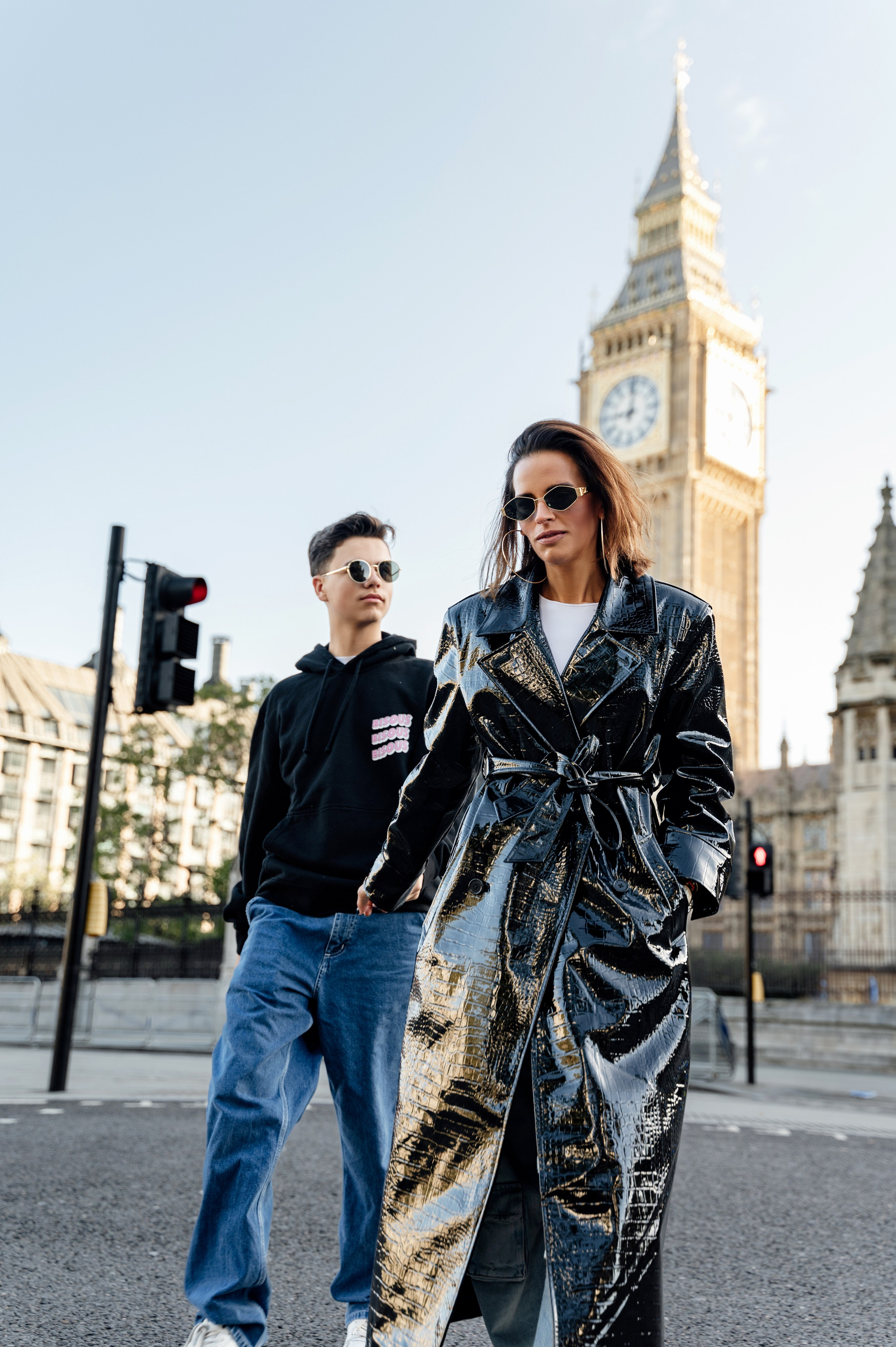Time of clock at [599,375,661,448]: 9:01
